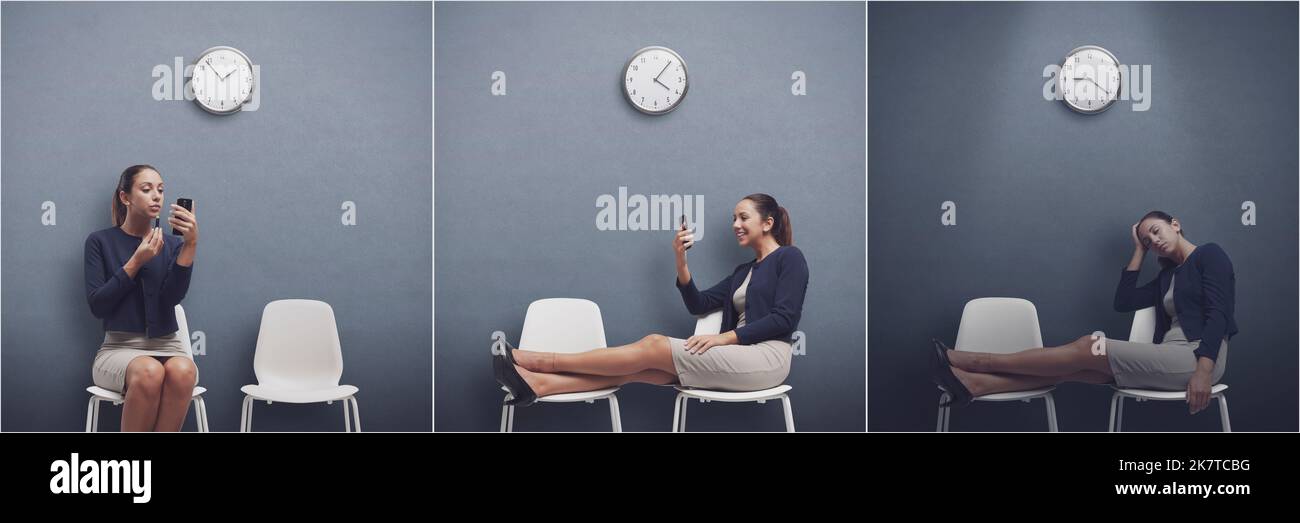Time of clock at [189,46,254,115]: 1:53
